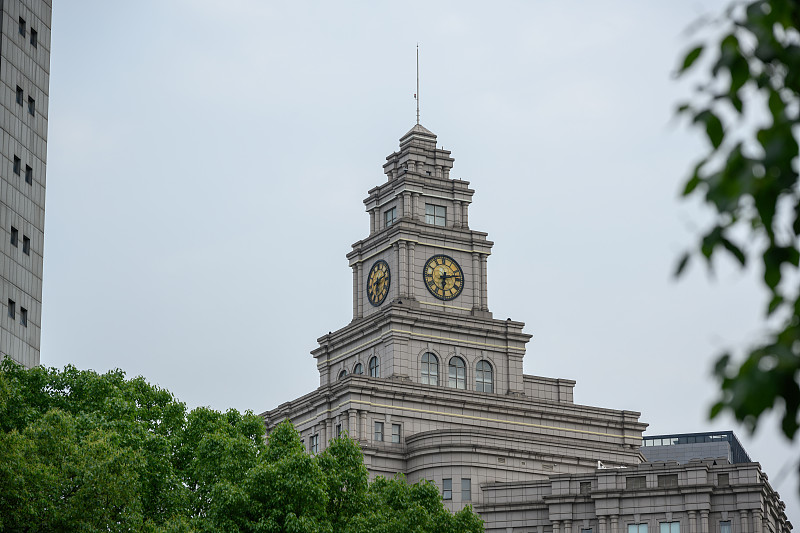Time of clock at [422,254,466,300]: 6:12
